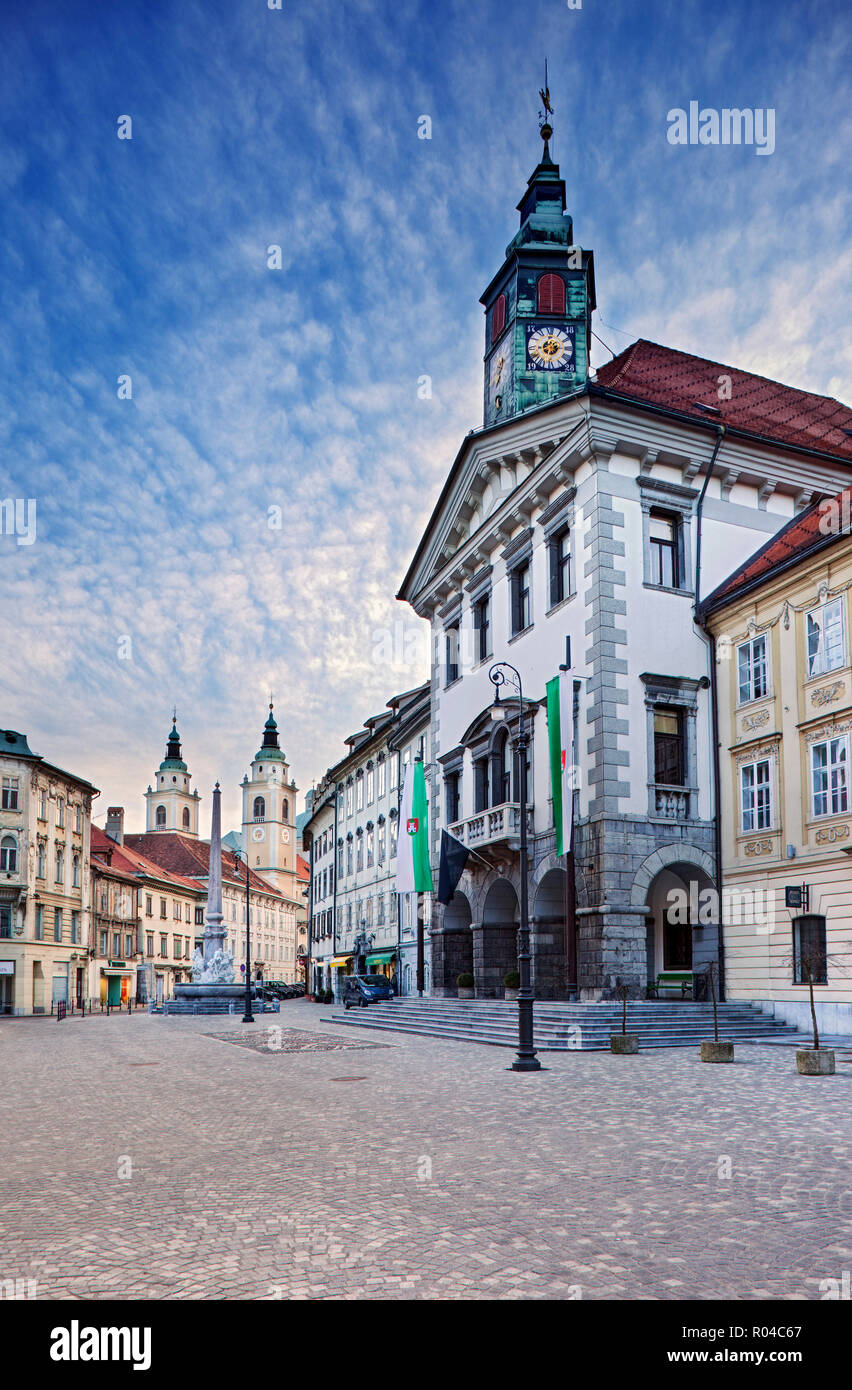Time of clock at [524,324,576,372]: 12:14
